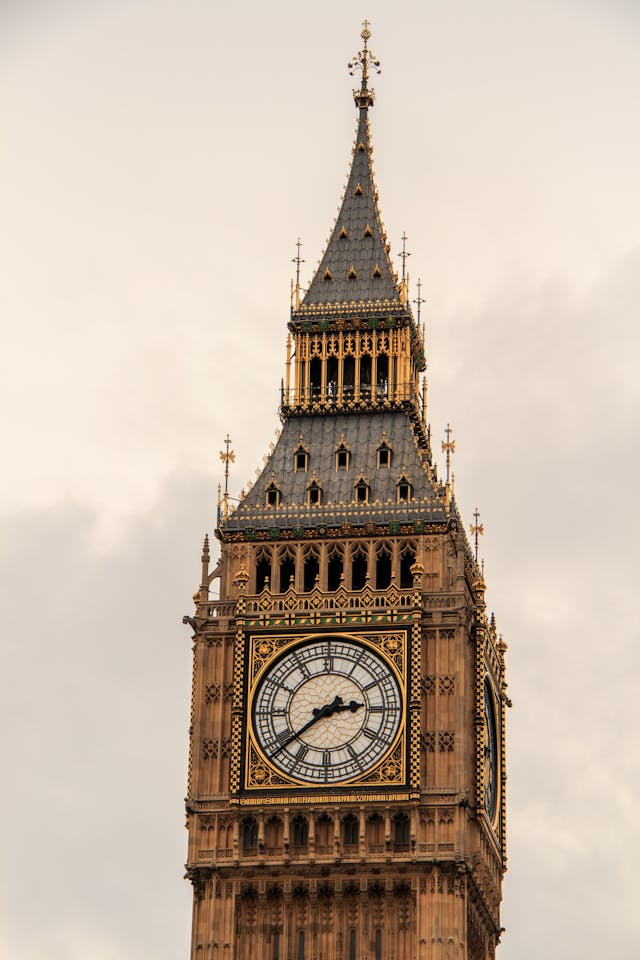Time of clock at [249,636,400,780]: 2:38
